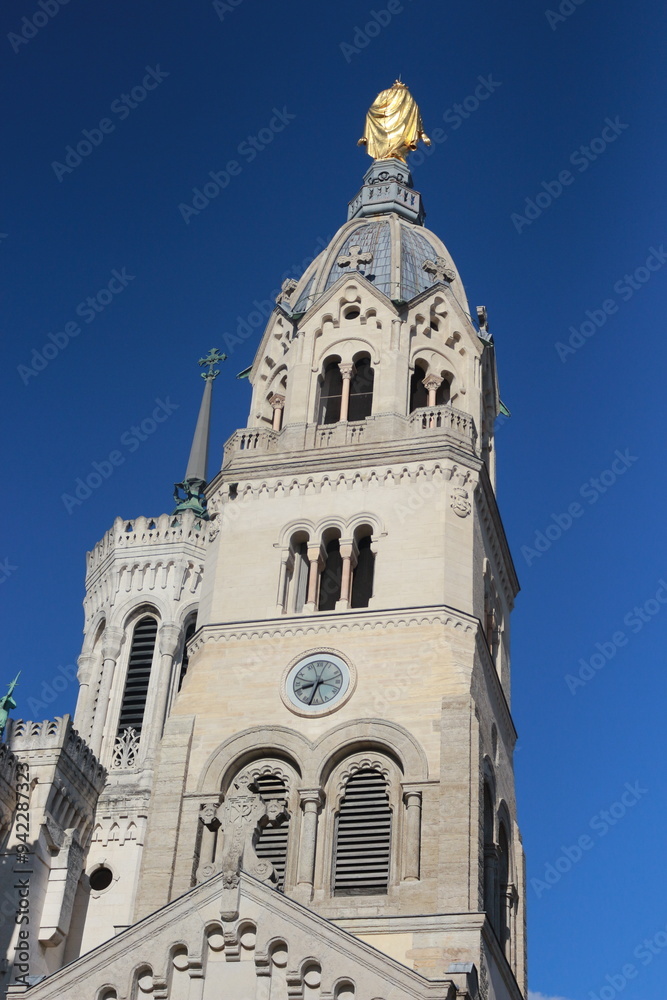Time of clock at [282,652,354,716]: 8:32
